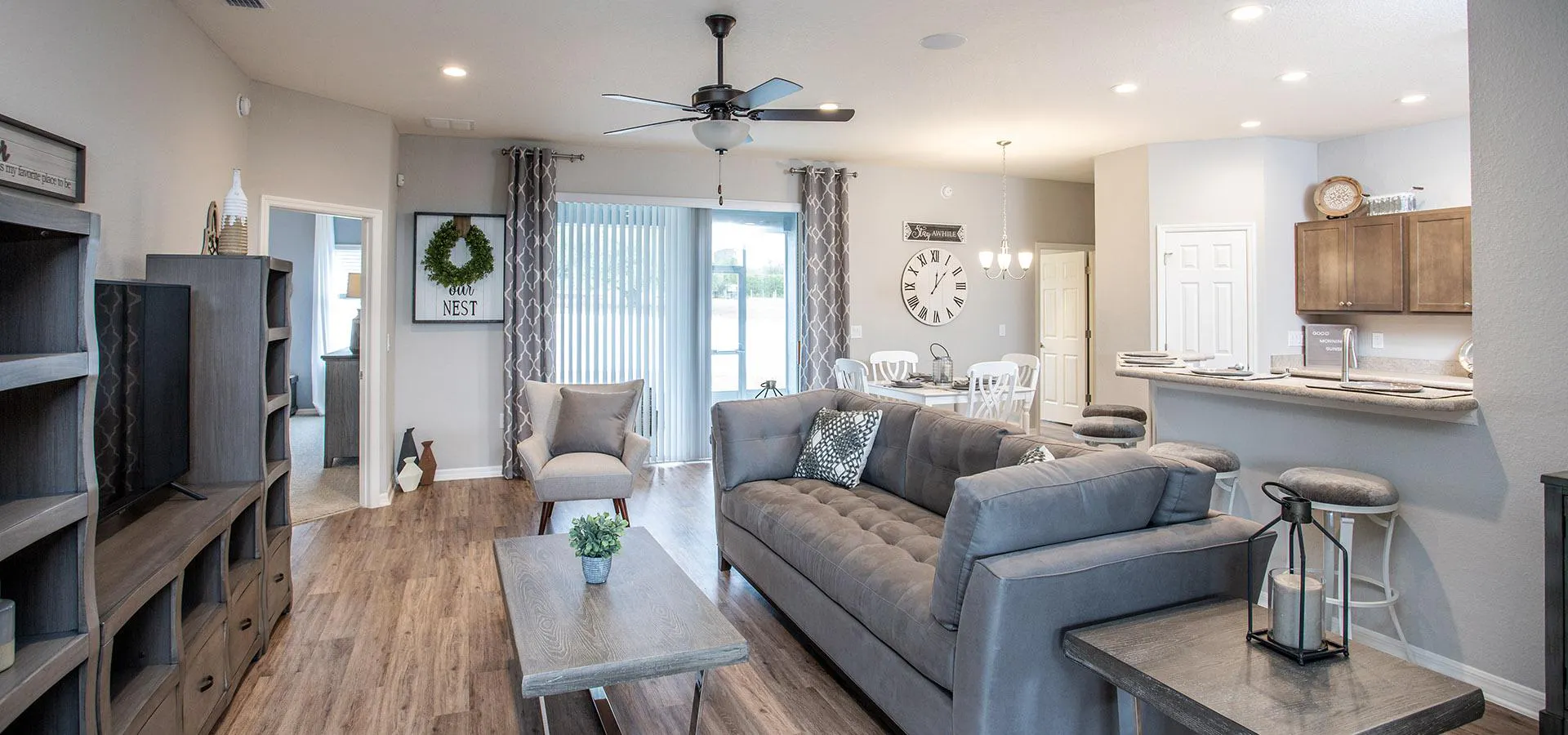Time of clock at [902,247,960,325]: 12:06
